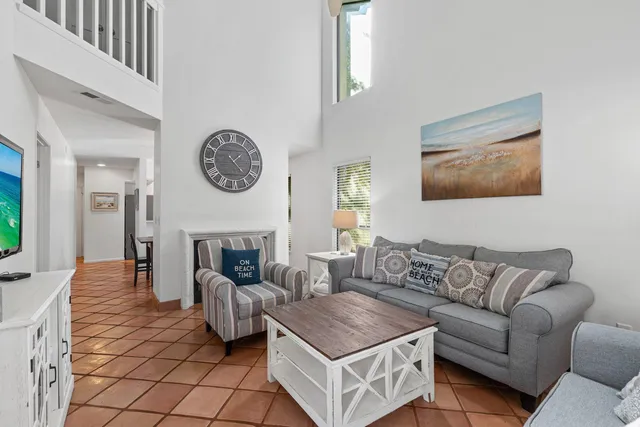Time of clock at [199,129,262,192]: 1:23
